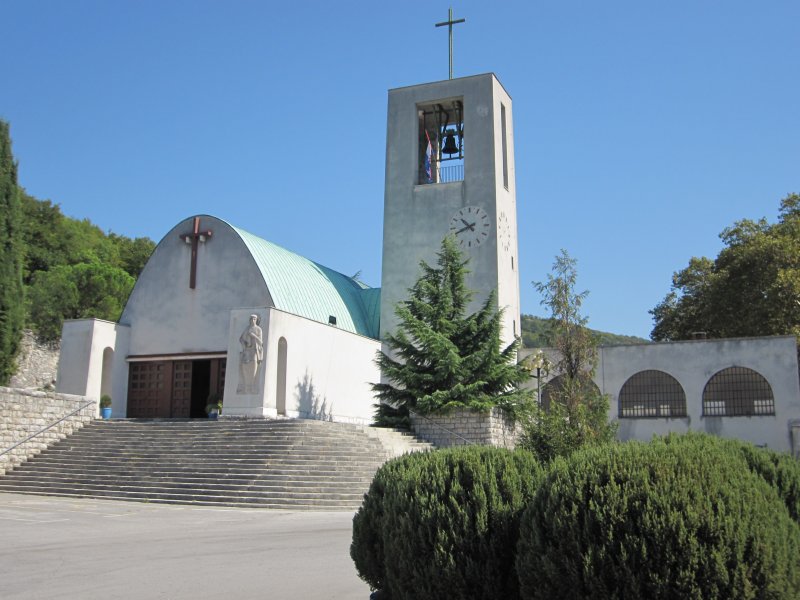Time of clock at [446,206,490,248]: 10:41
